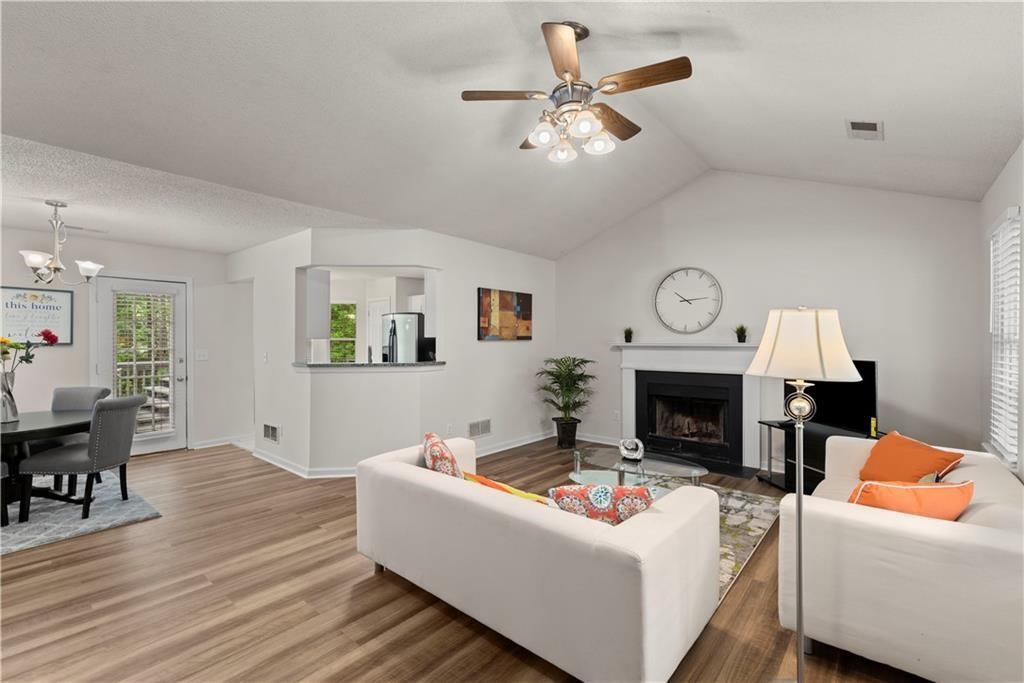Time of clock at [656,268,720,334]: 10:13
